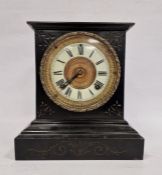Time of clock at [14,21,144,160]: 7:37
